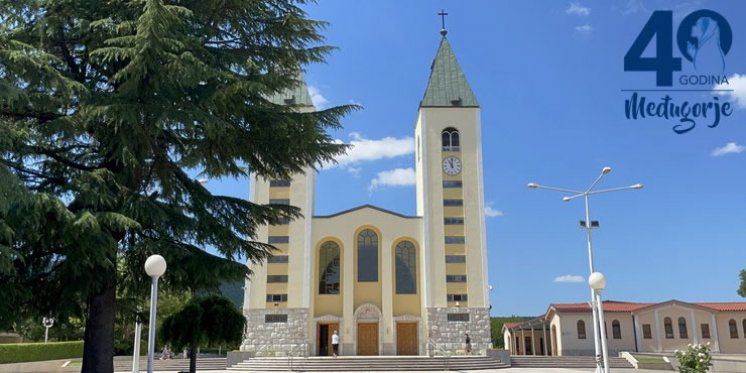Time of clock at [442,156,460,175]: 11:00
